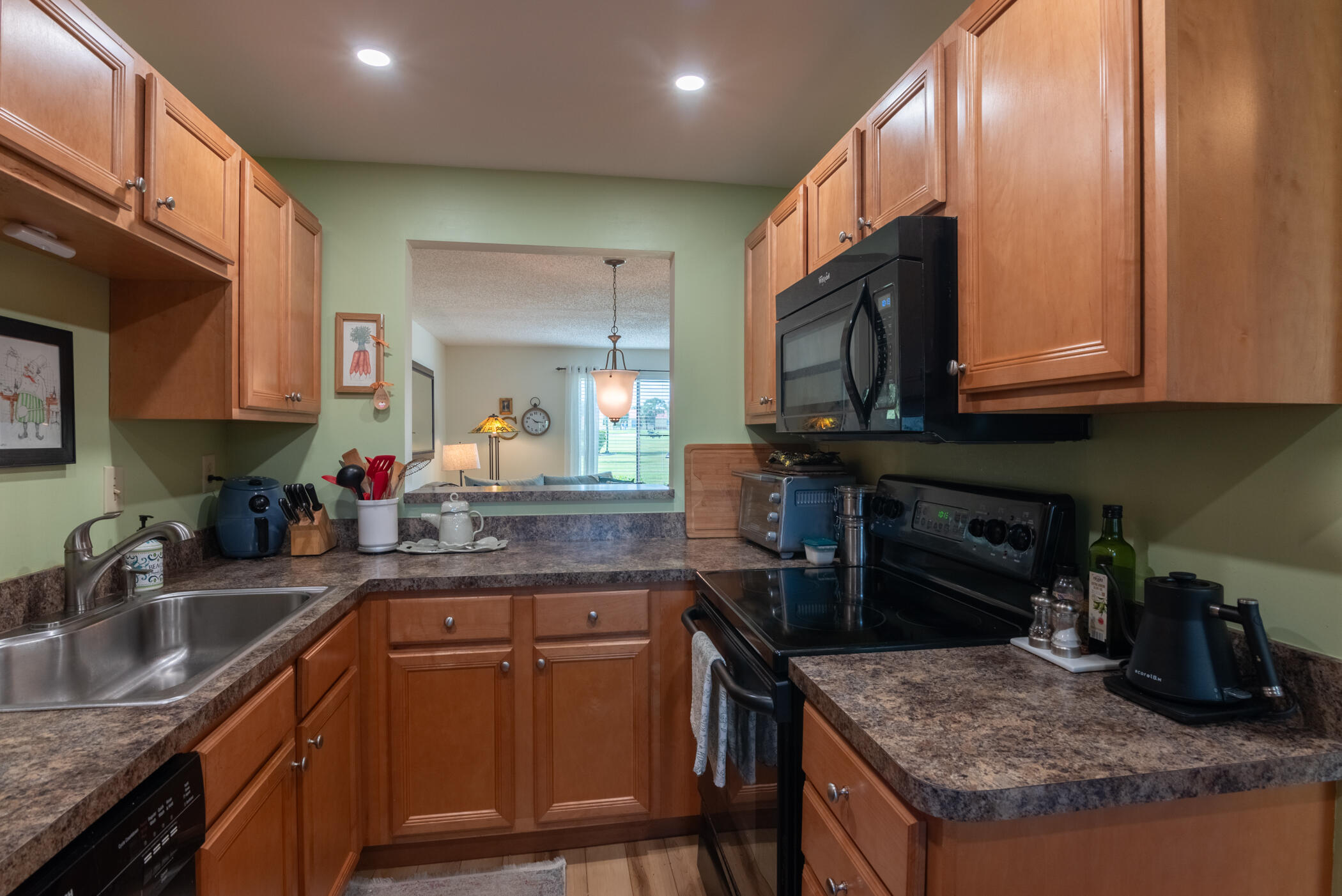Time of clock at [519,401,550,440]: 10:15
